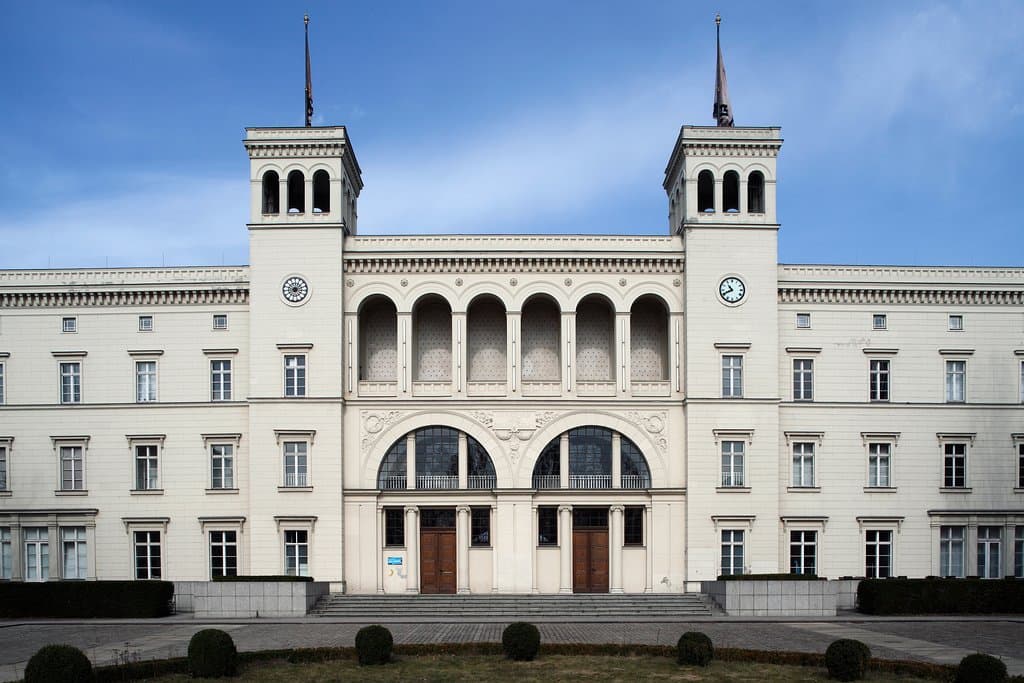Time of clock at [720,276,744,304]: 10:41
